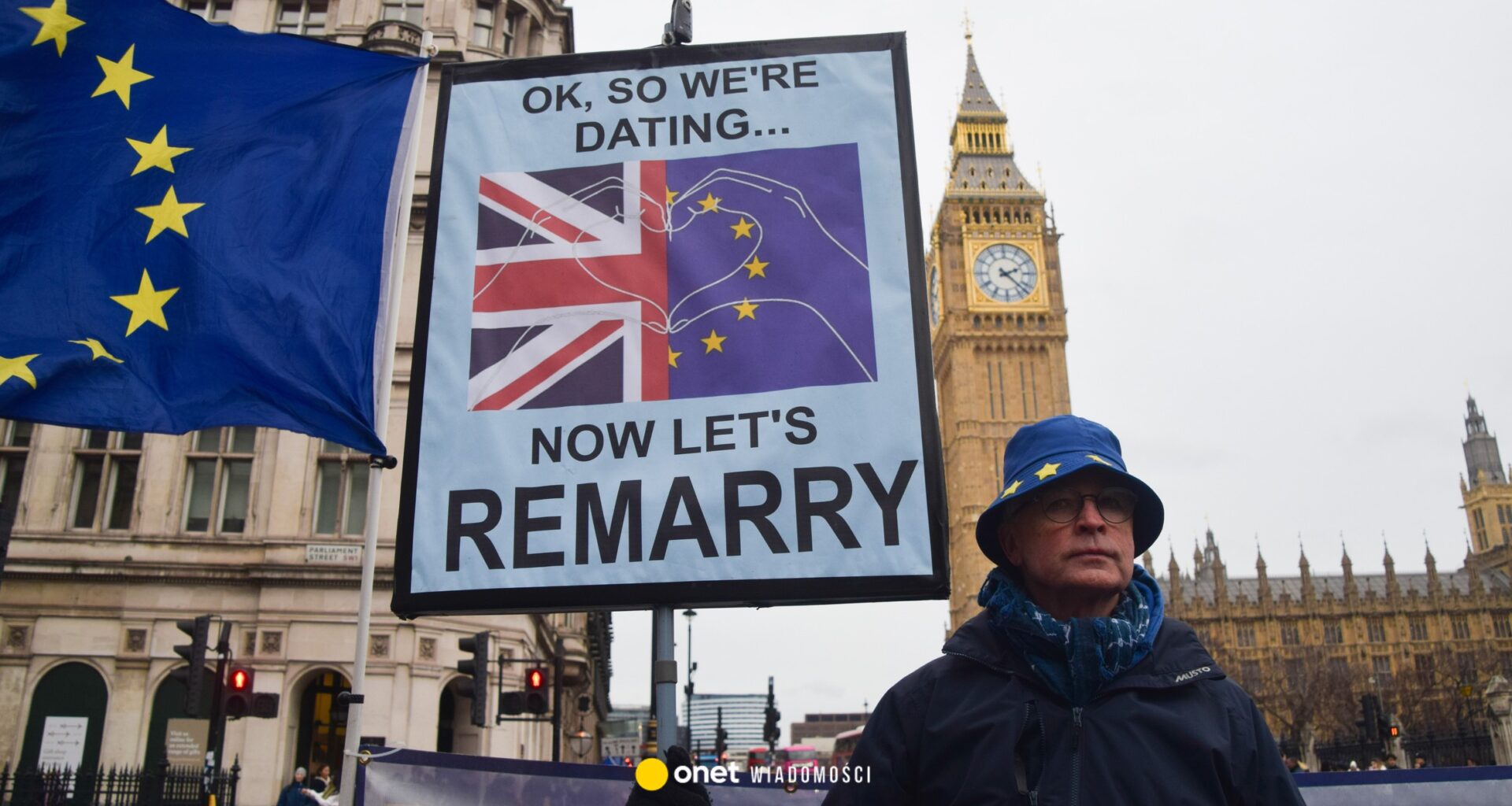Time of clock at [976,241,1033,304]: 2:22
